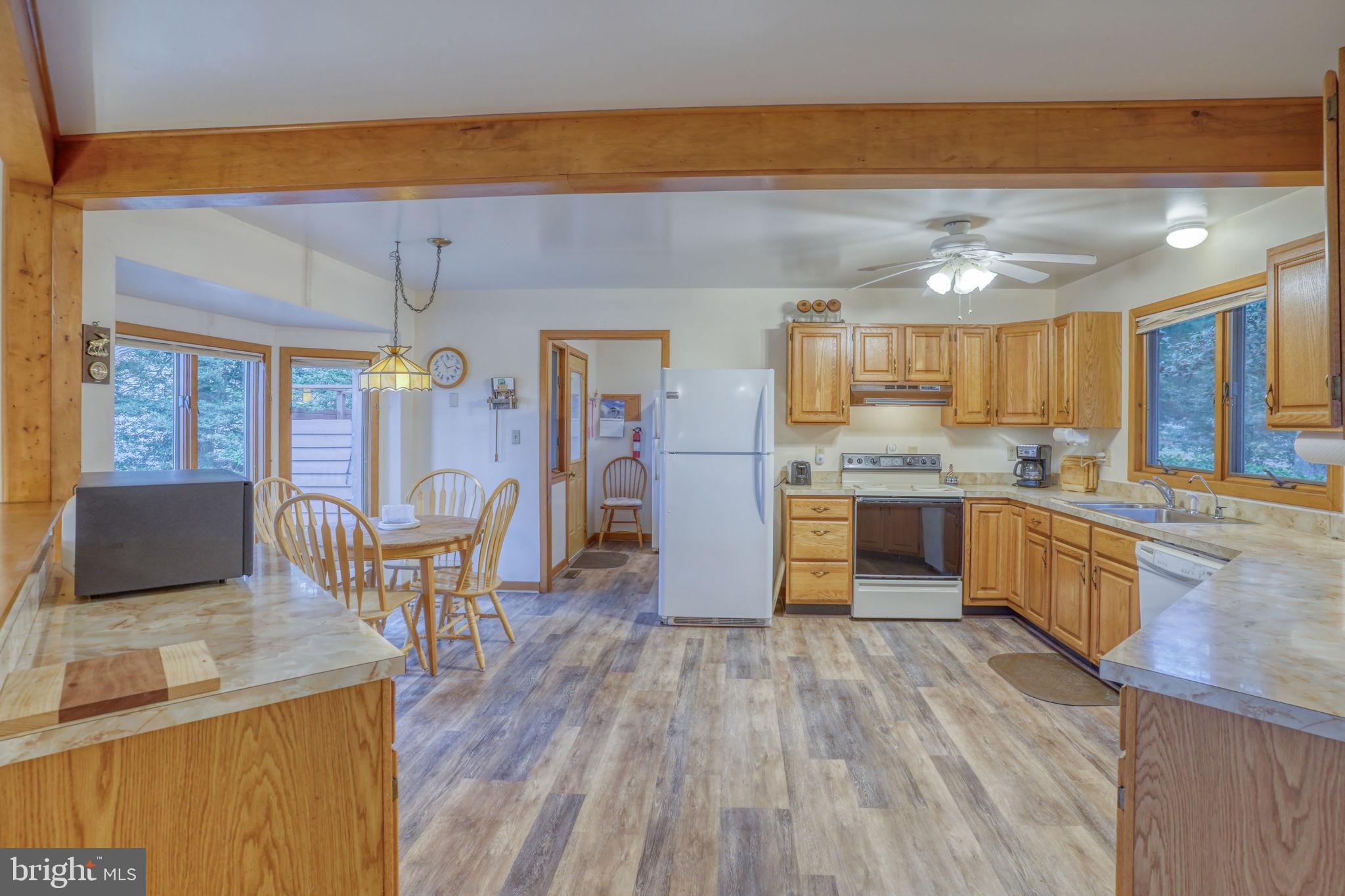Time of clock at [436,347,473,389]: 11:12
